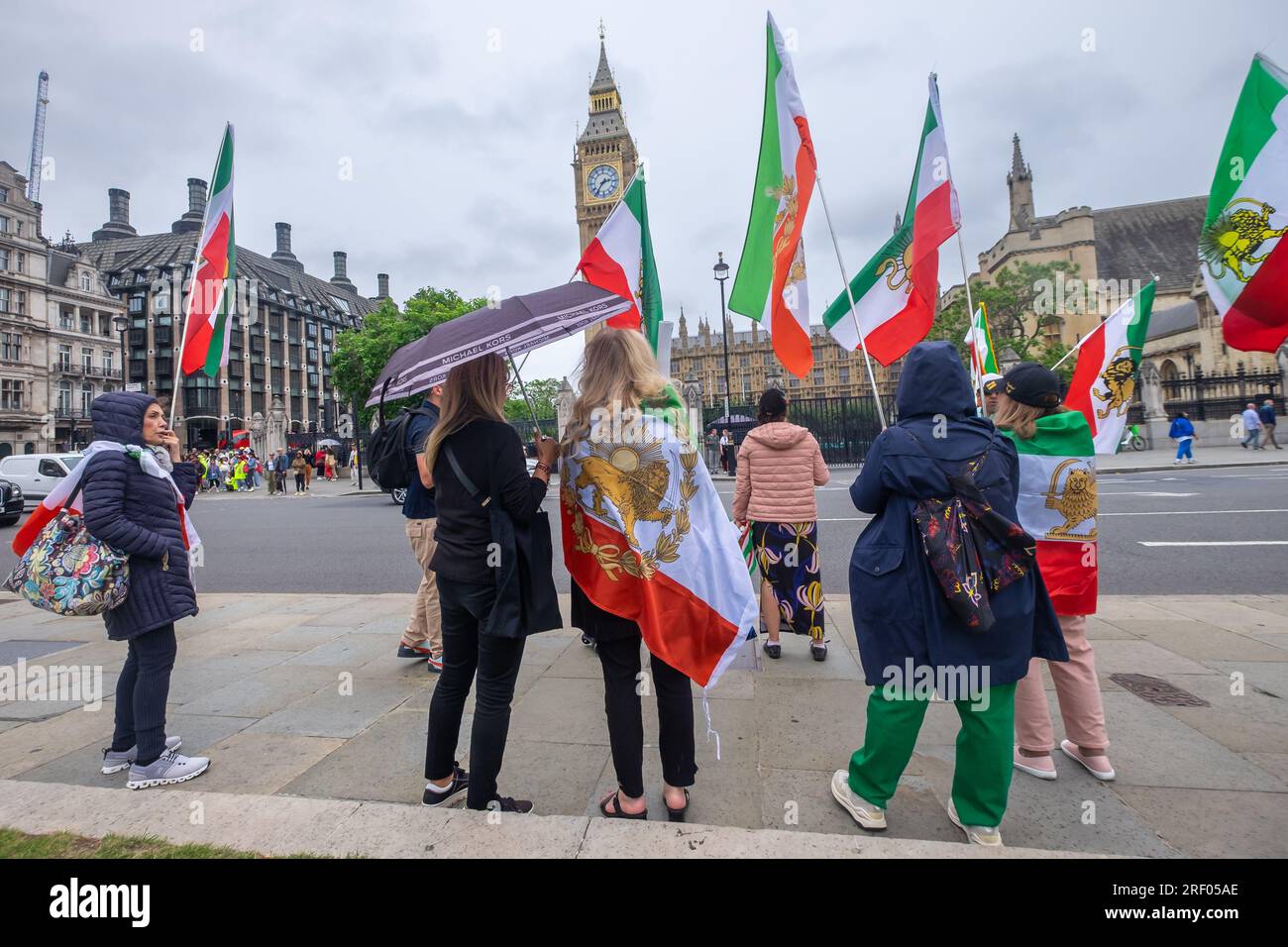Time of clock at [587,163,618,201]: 2:36
